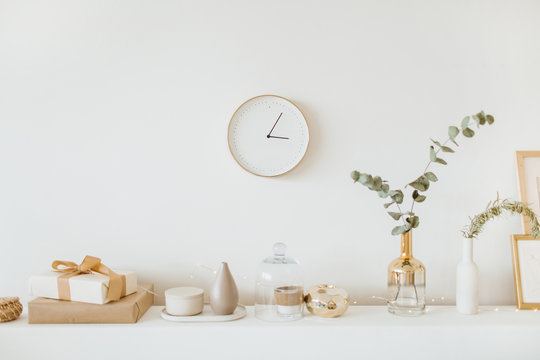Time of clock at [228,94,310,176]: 3:04
